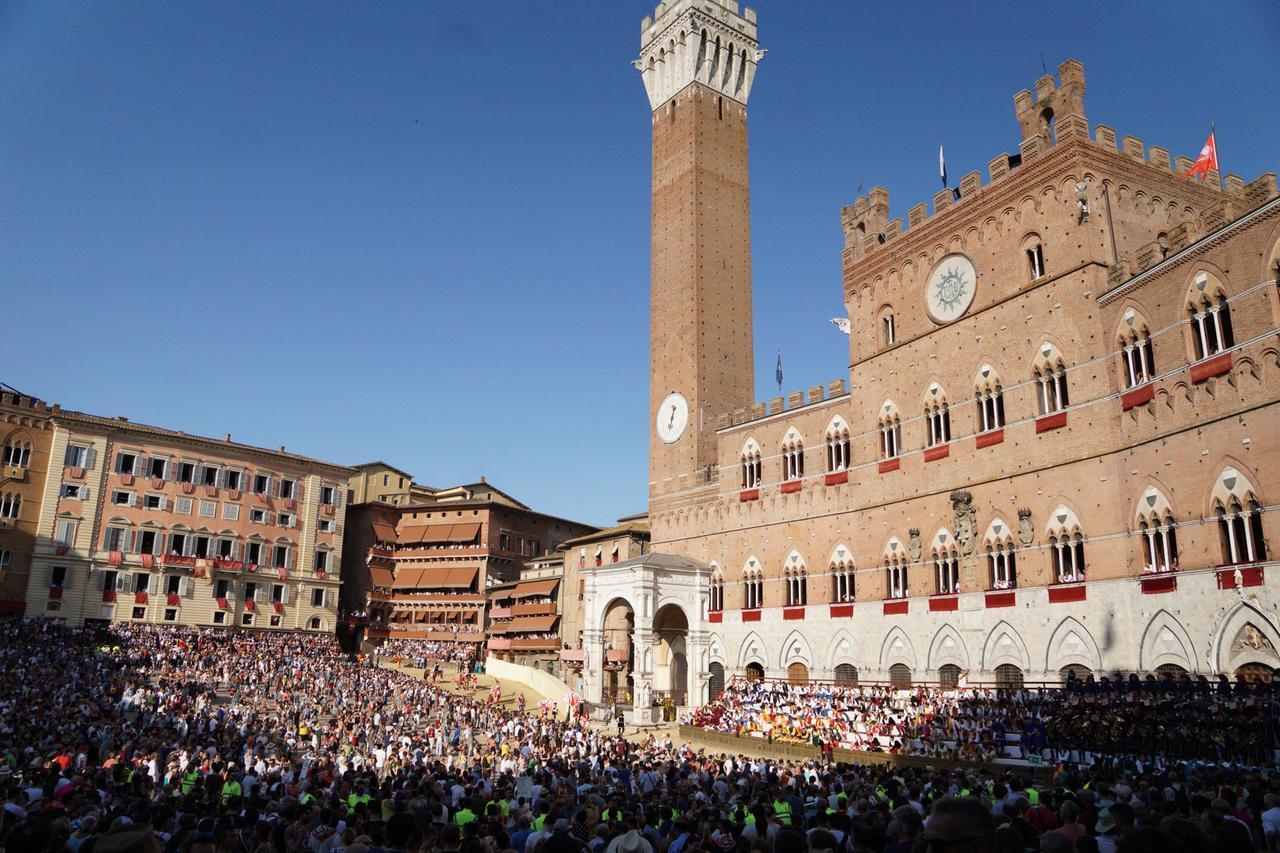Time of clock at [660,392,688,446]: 6:32
